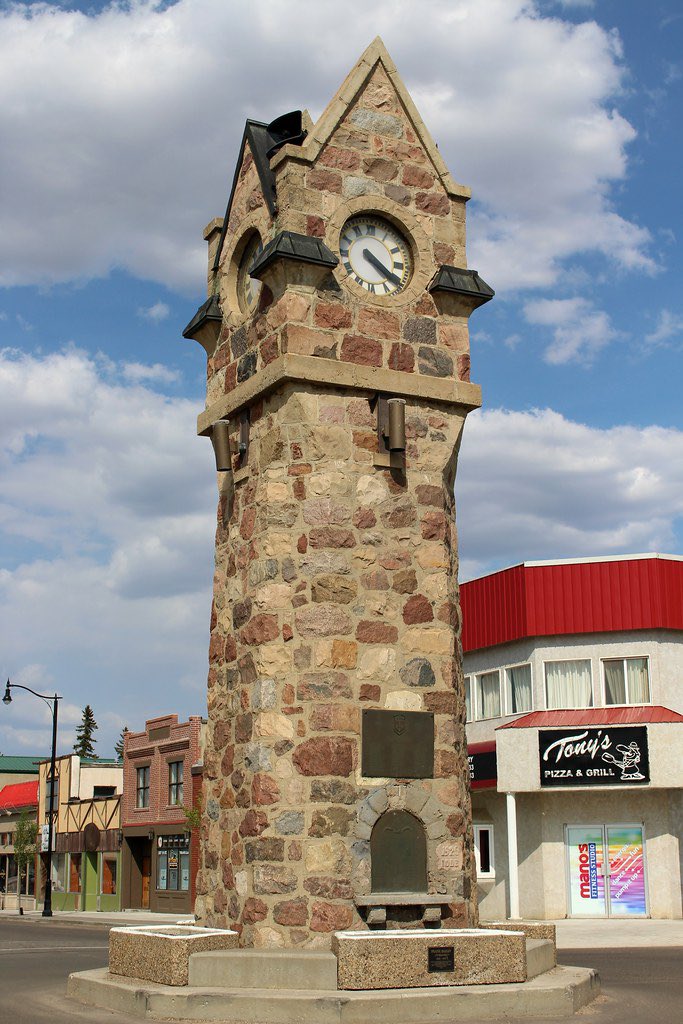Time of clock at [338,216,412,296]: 4:20
